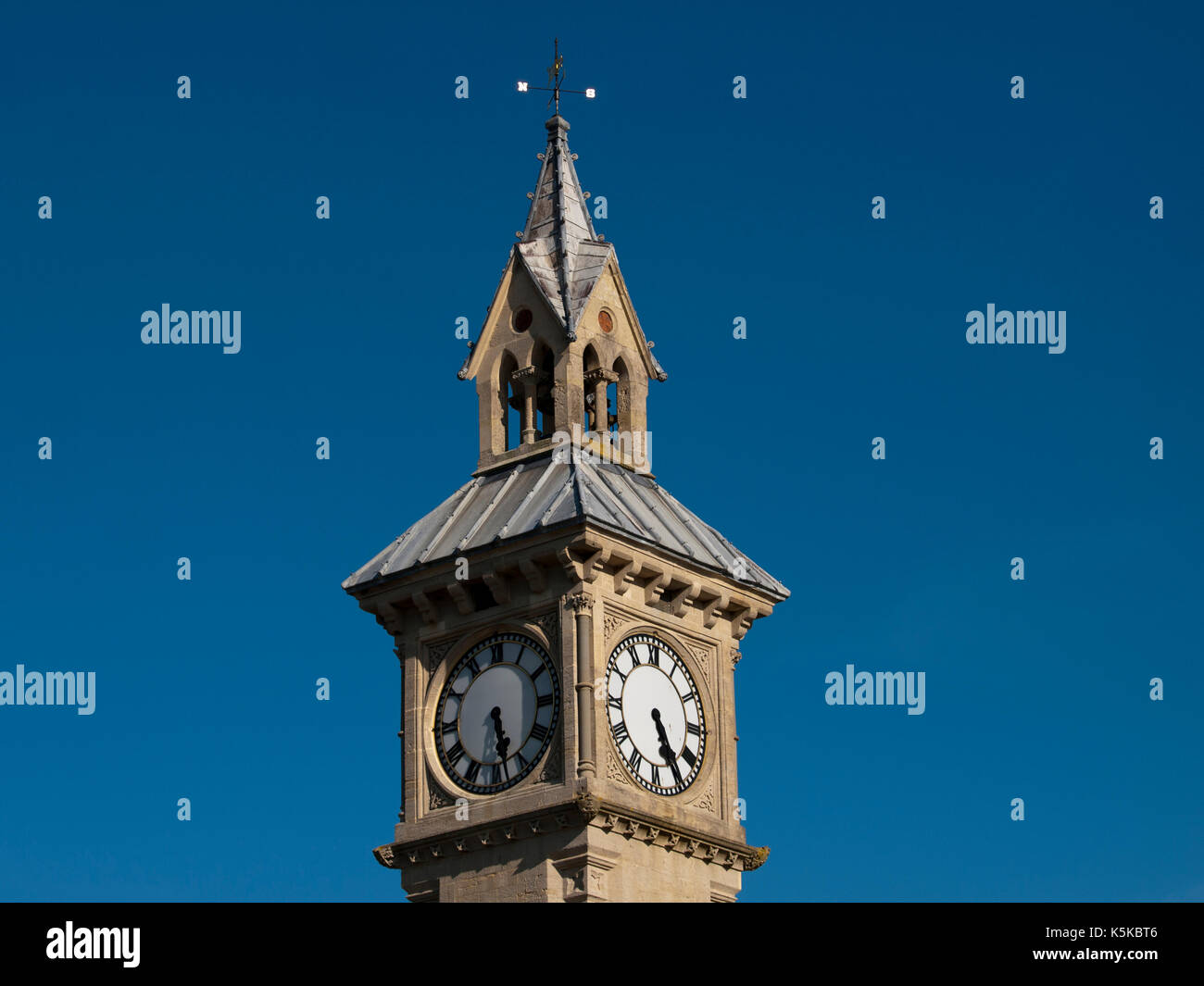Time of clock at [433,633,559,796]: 5:28
